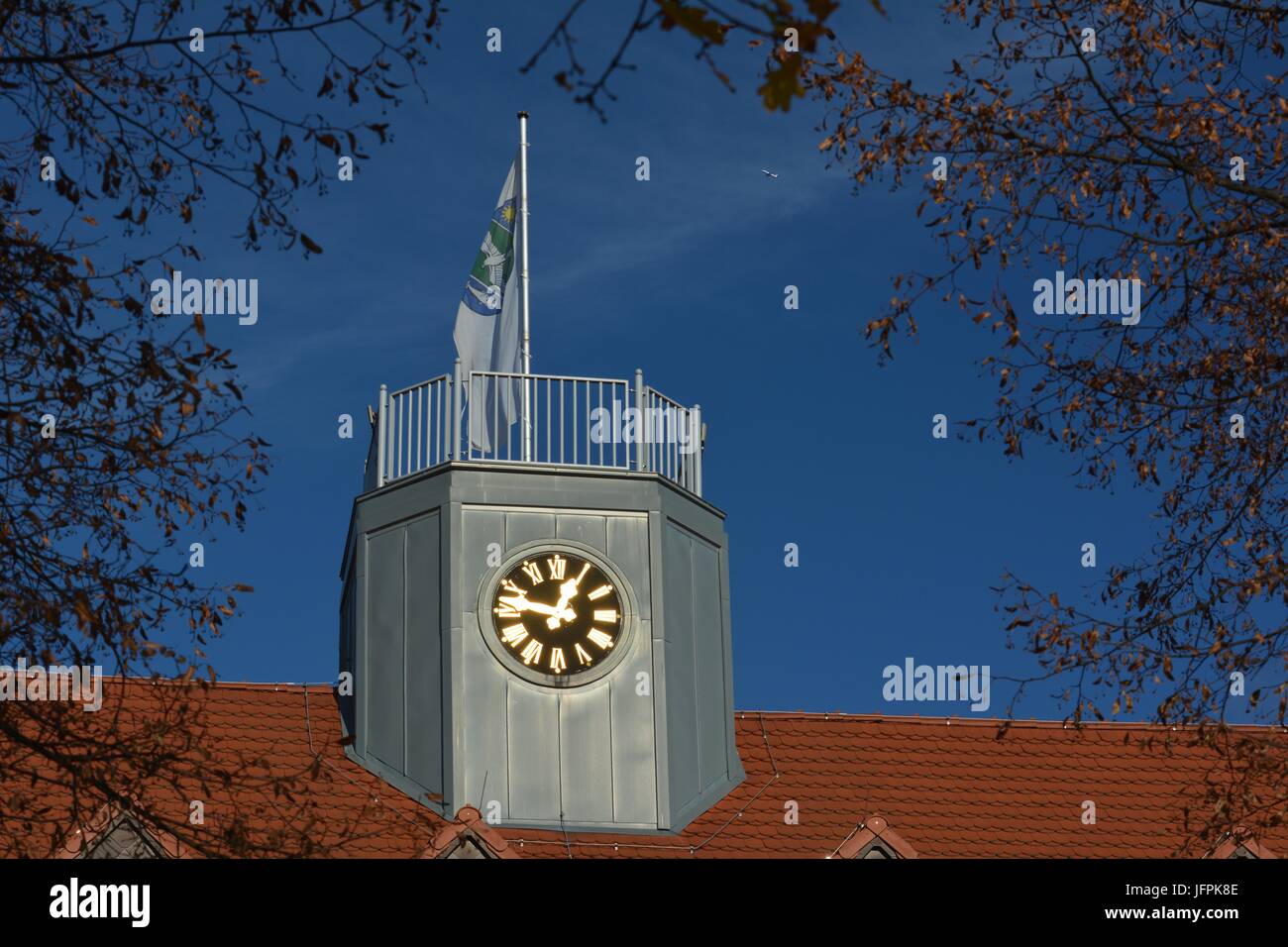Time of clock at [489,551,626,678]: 12:47
